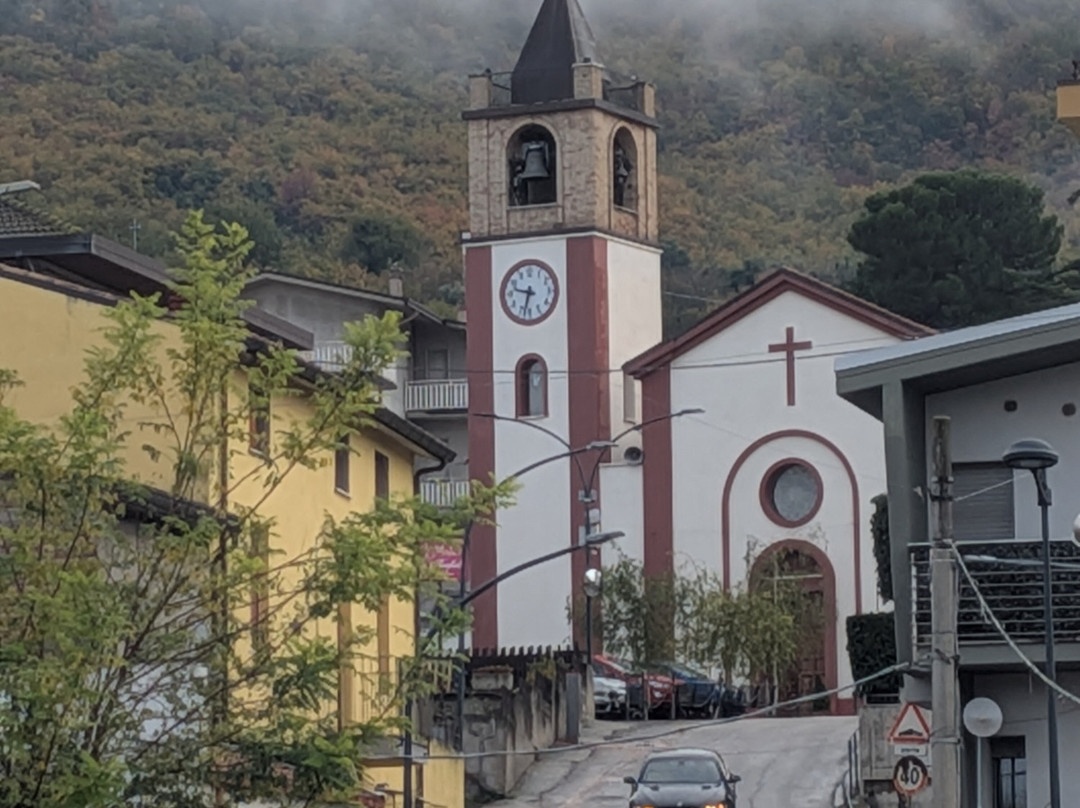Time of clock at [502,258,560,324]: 9:32
